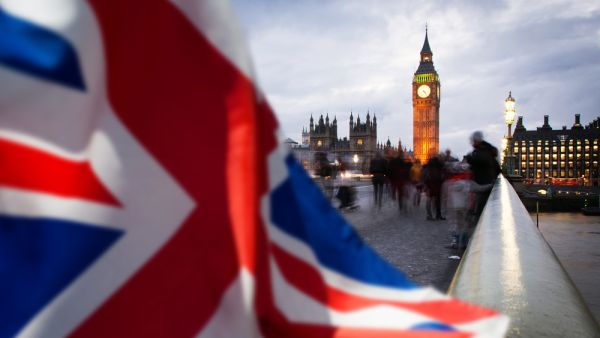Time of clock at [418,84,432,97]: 4:24
